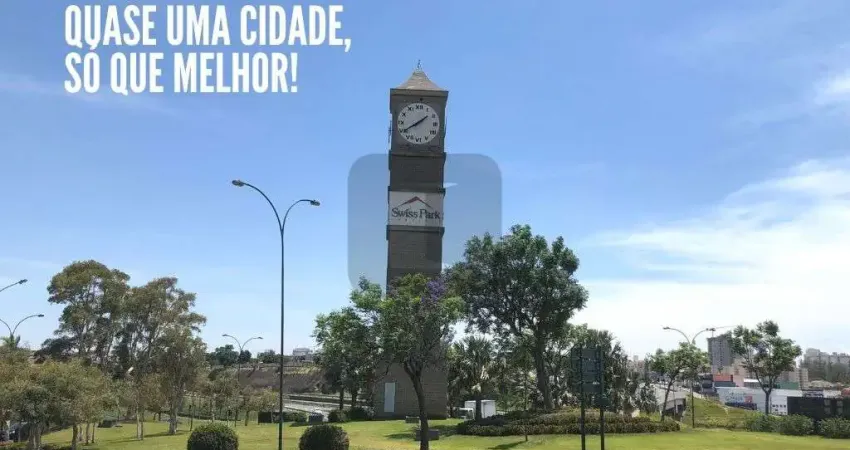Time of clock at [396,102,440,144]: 1:39
